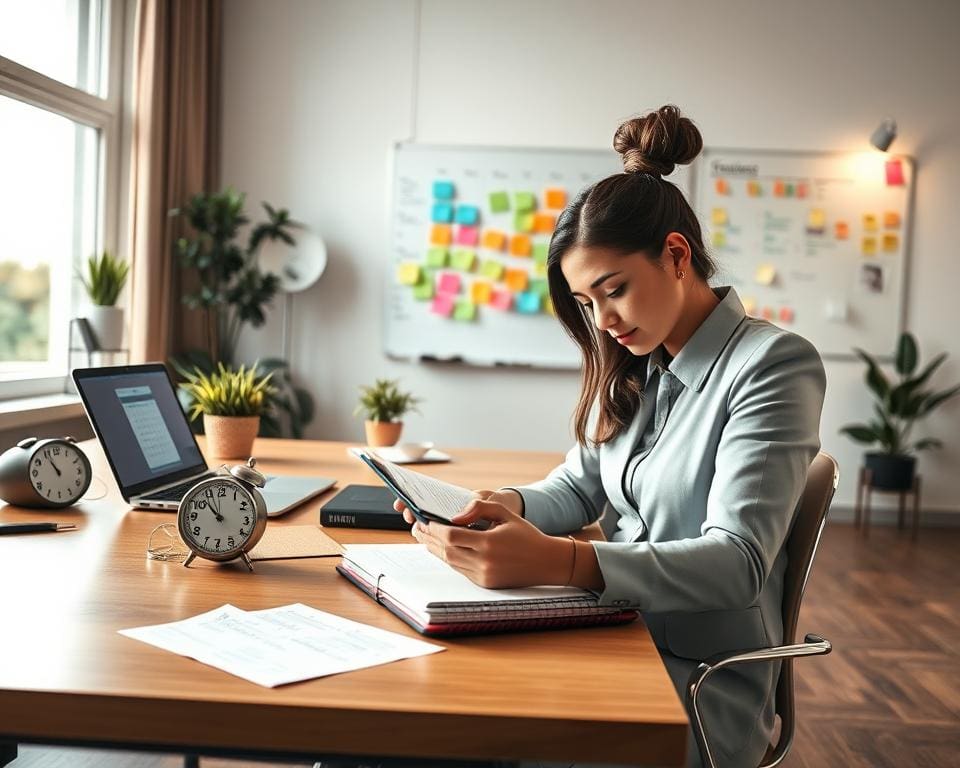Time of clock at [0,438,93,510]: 10:55
